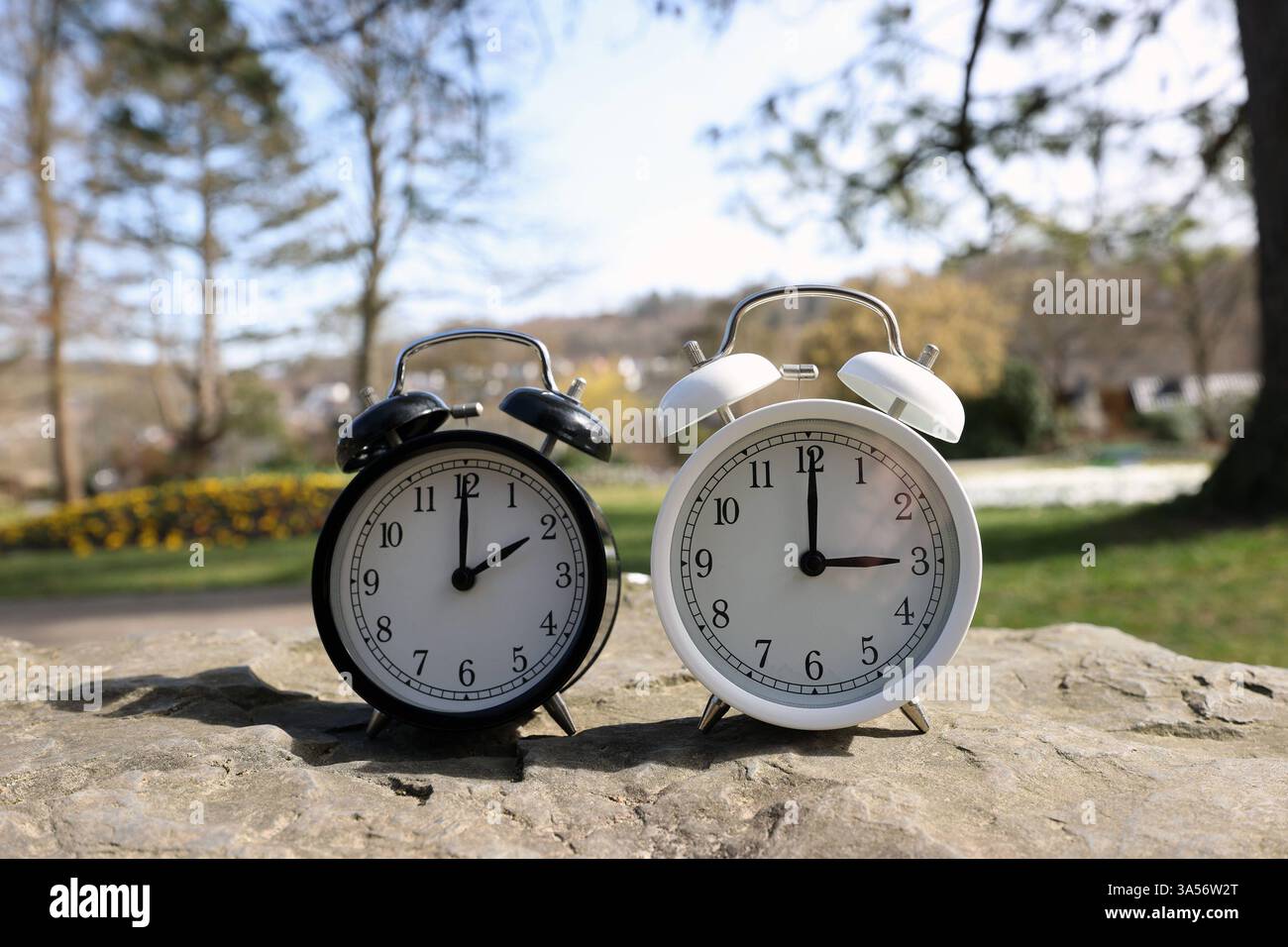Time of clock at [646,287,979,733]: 3:00
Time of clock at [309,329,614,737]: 2:00
